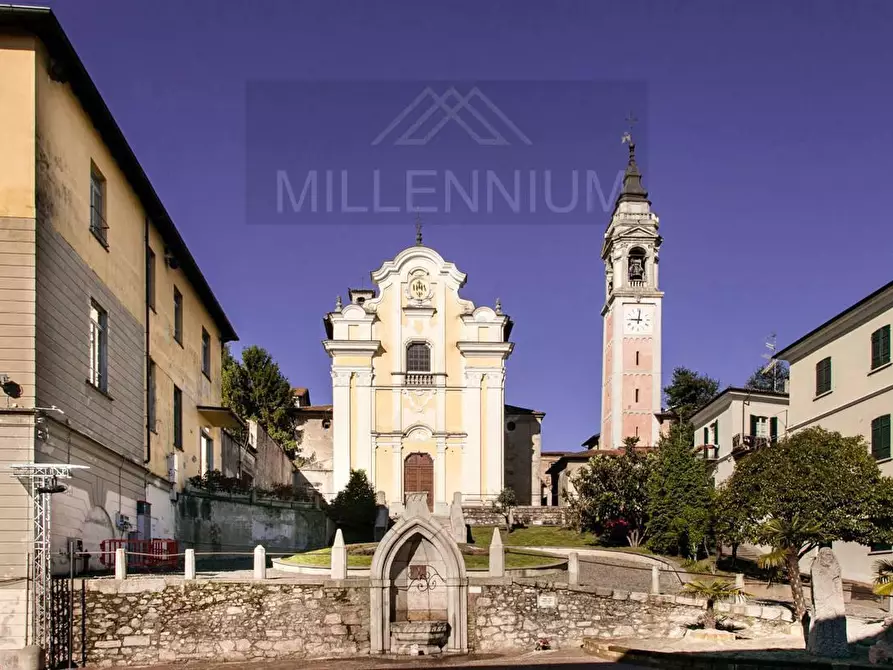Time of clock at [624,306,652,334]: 9:01
